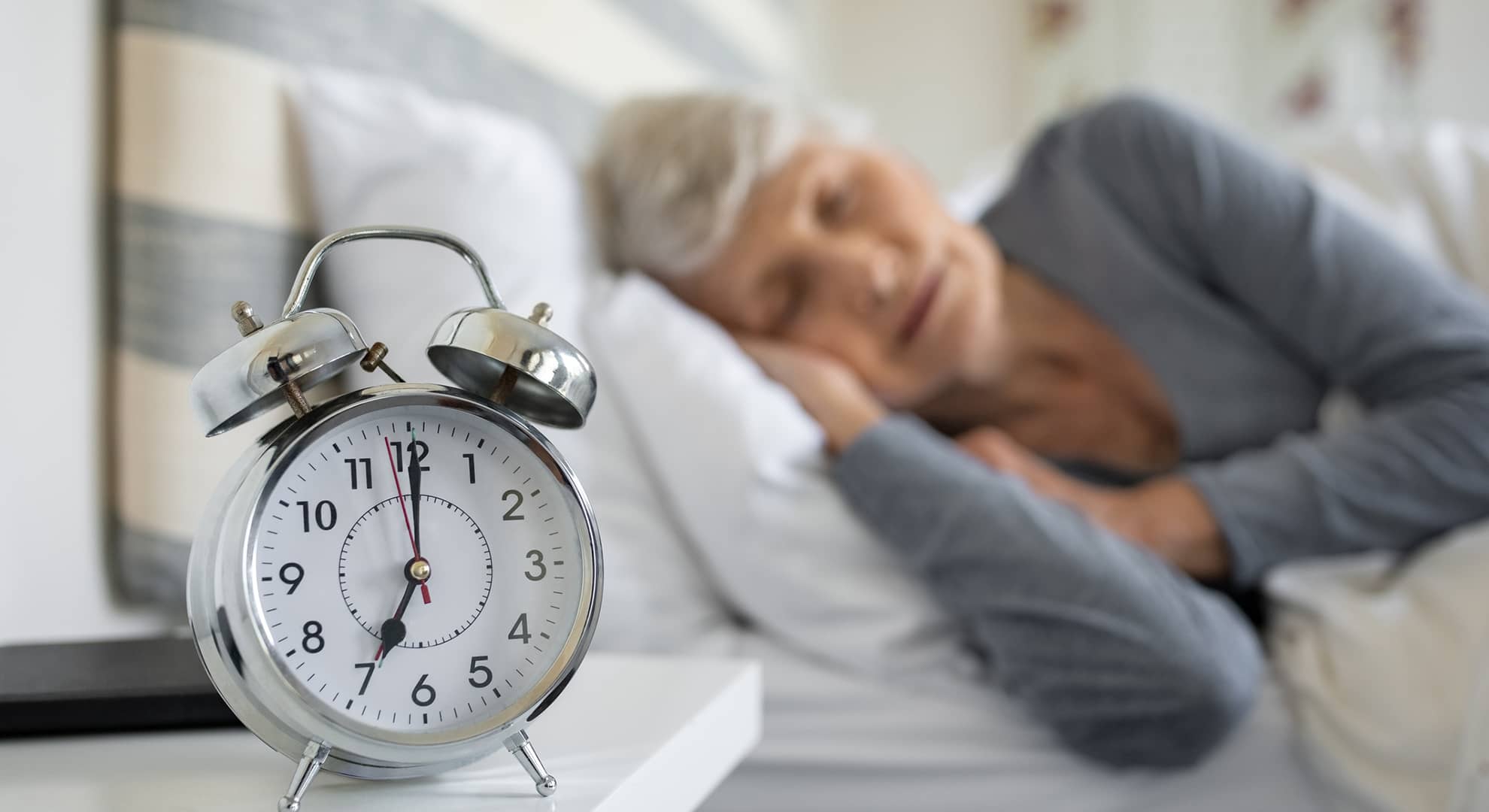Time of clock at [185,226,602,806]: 7:00
